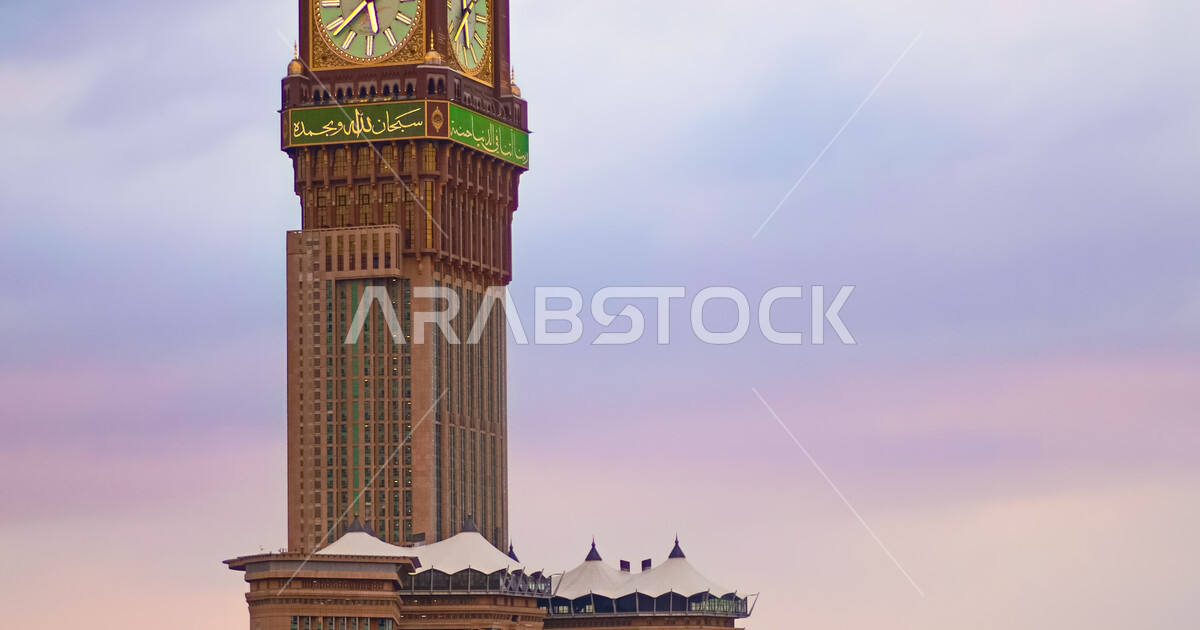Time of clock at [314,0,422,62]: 5:38
